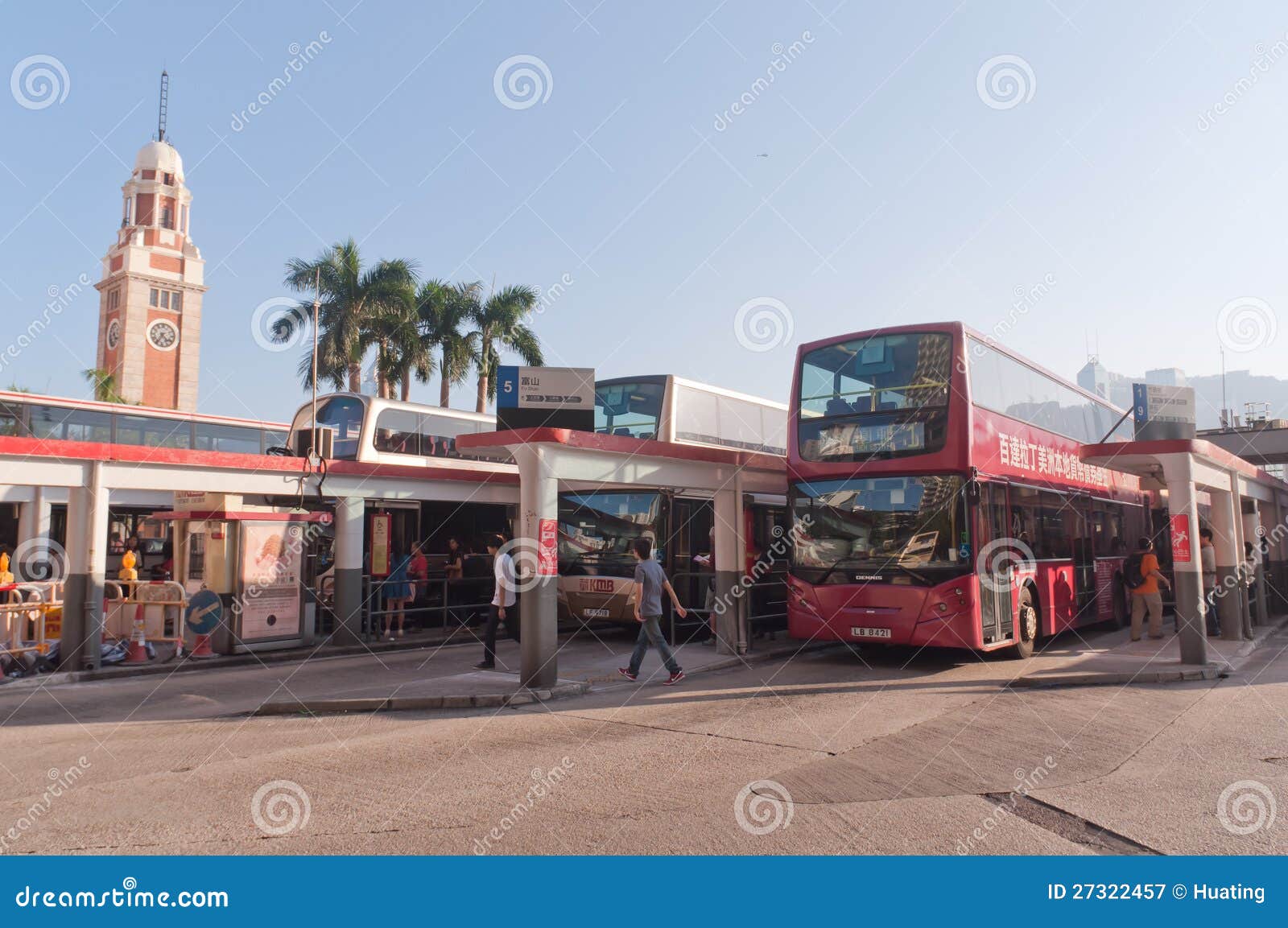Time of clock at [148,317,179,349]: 4:35
